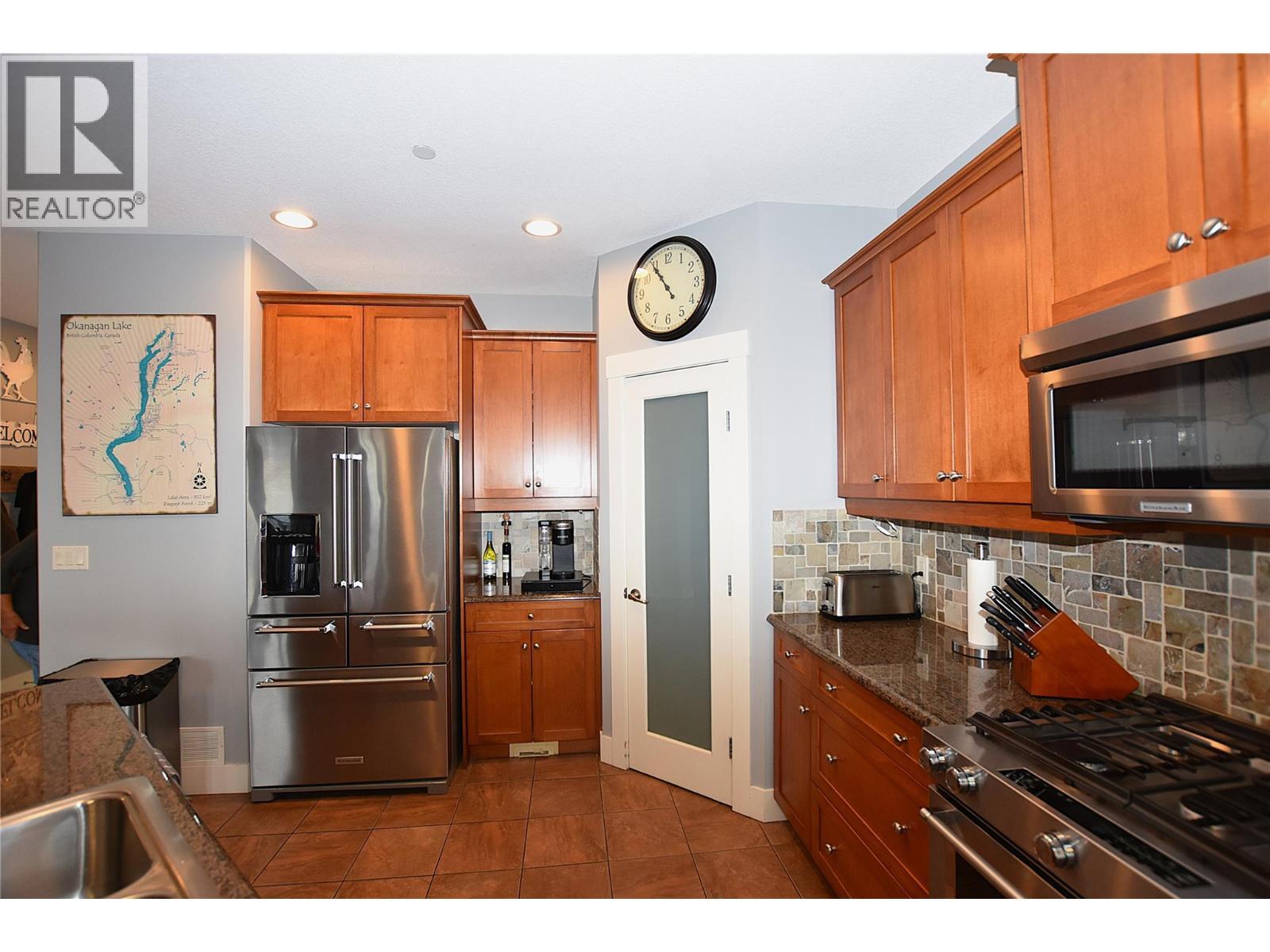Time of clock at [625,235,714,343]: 10:54
